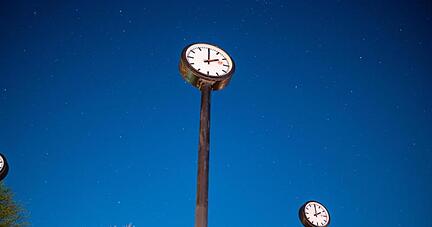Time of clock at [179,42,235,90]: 2:00
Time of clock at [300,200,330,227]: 2:00
